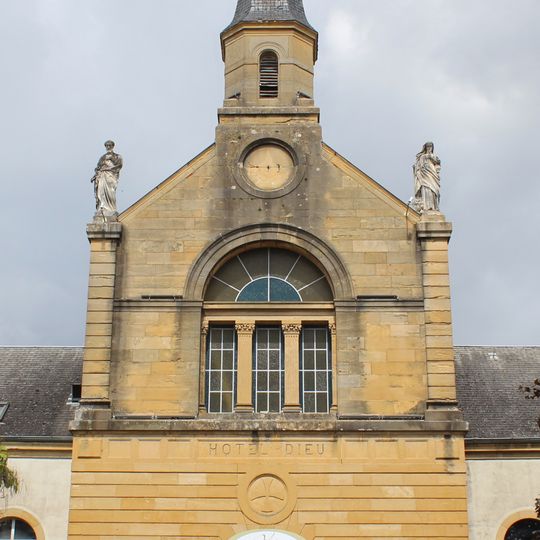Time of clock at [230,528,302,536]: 8:16
